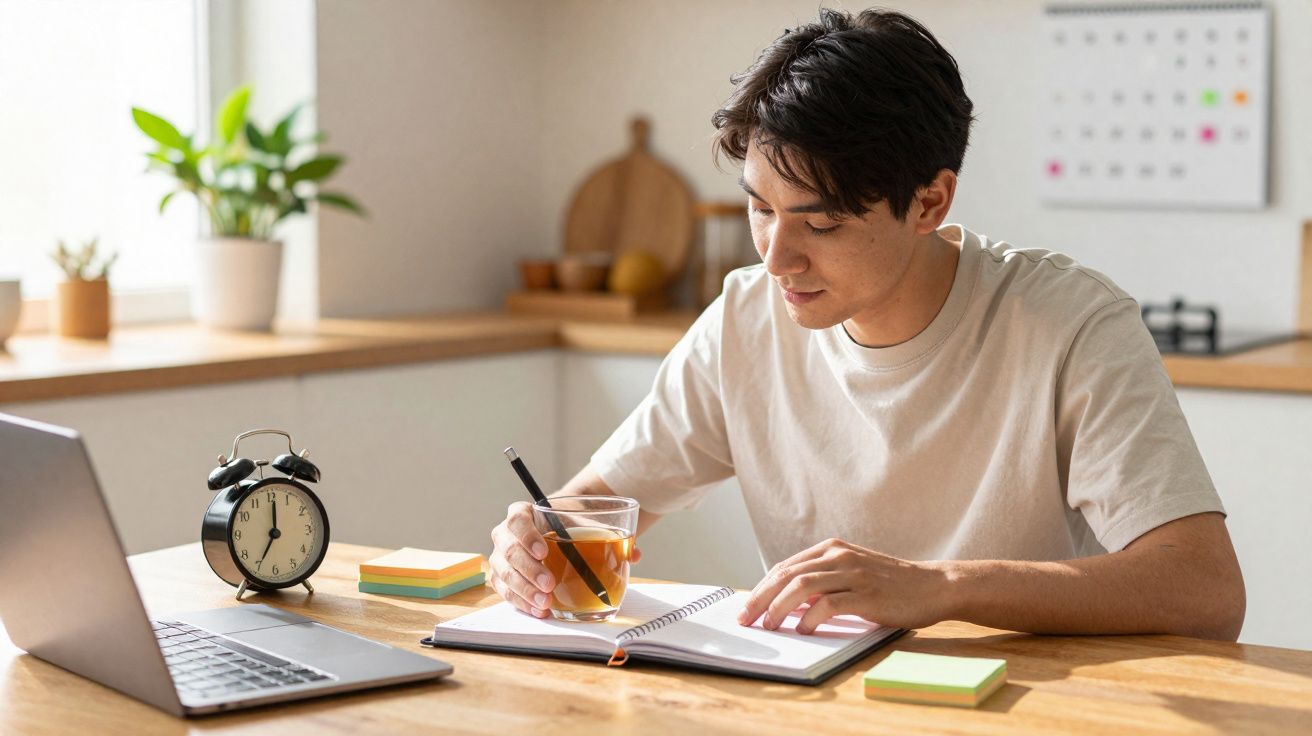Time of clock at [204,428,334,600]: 7:01
